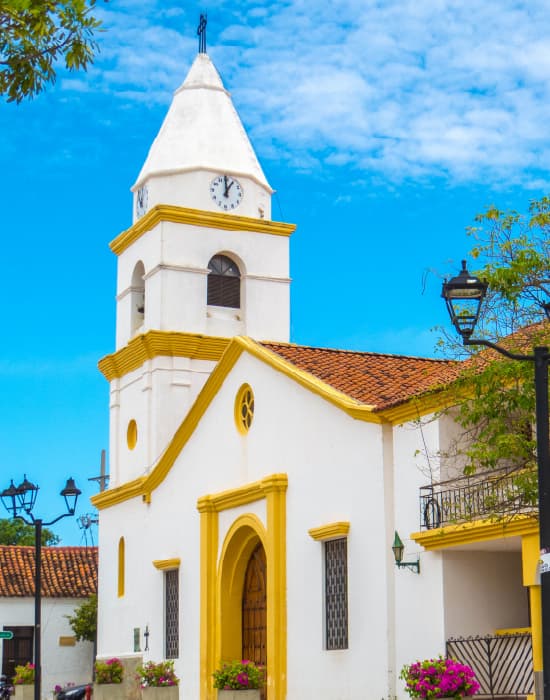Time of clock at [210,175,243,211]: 12:59
